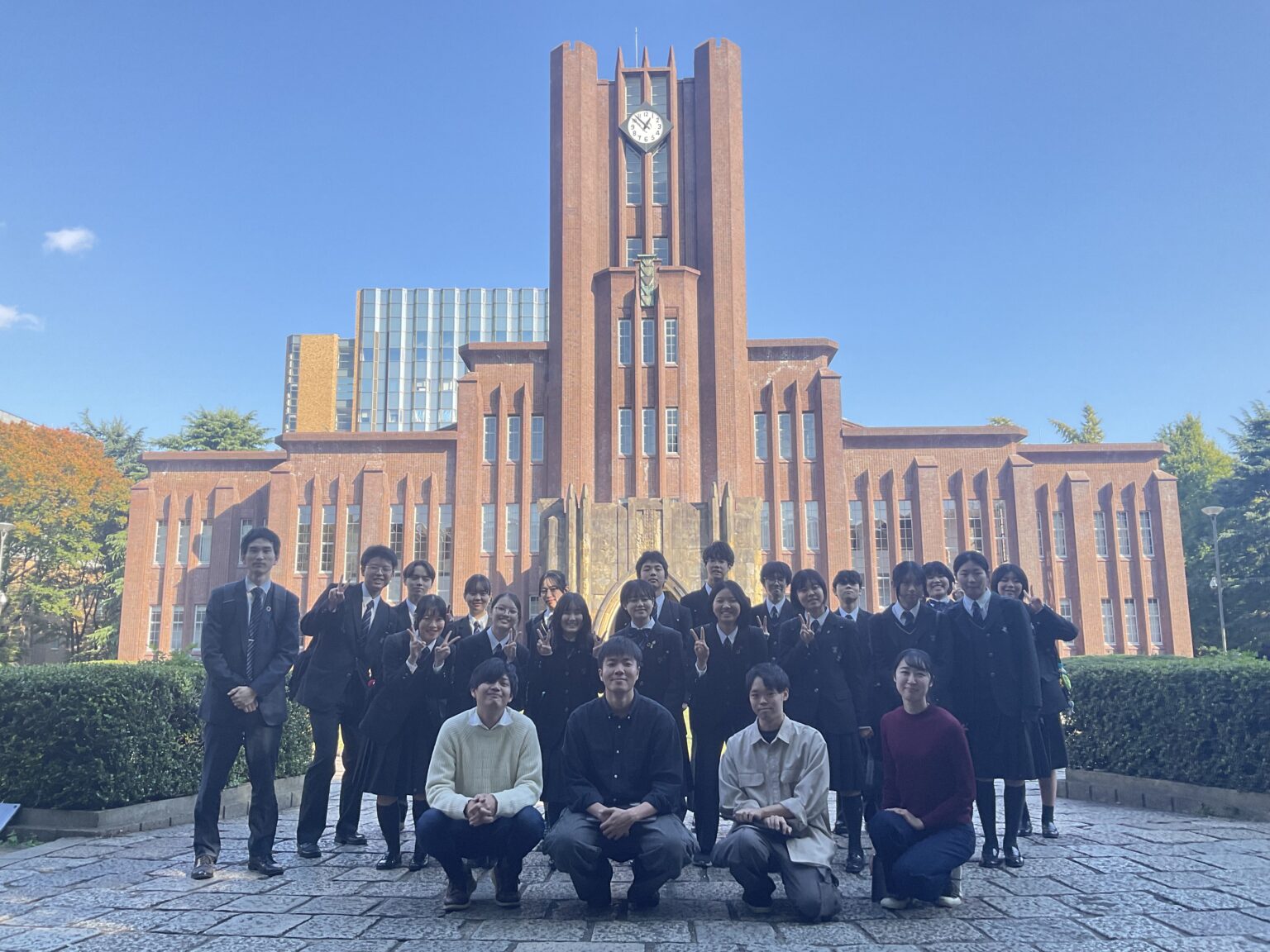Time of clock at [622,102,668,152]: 12:52
